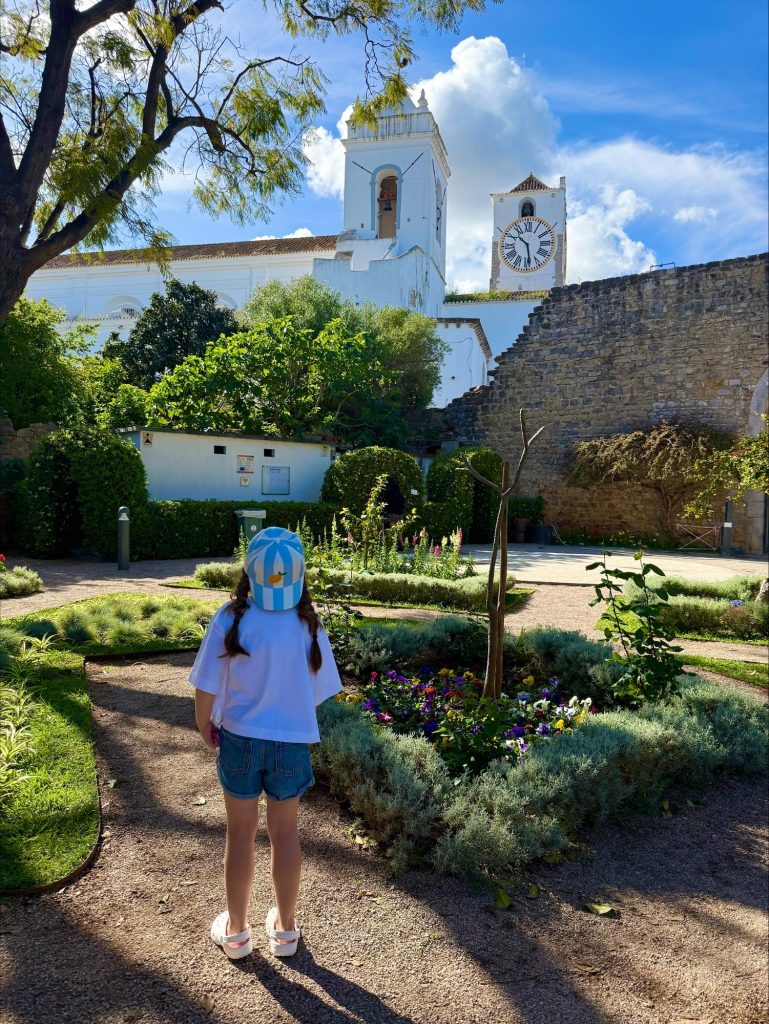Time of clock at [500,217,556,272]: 10:28
